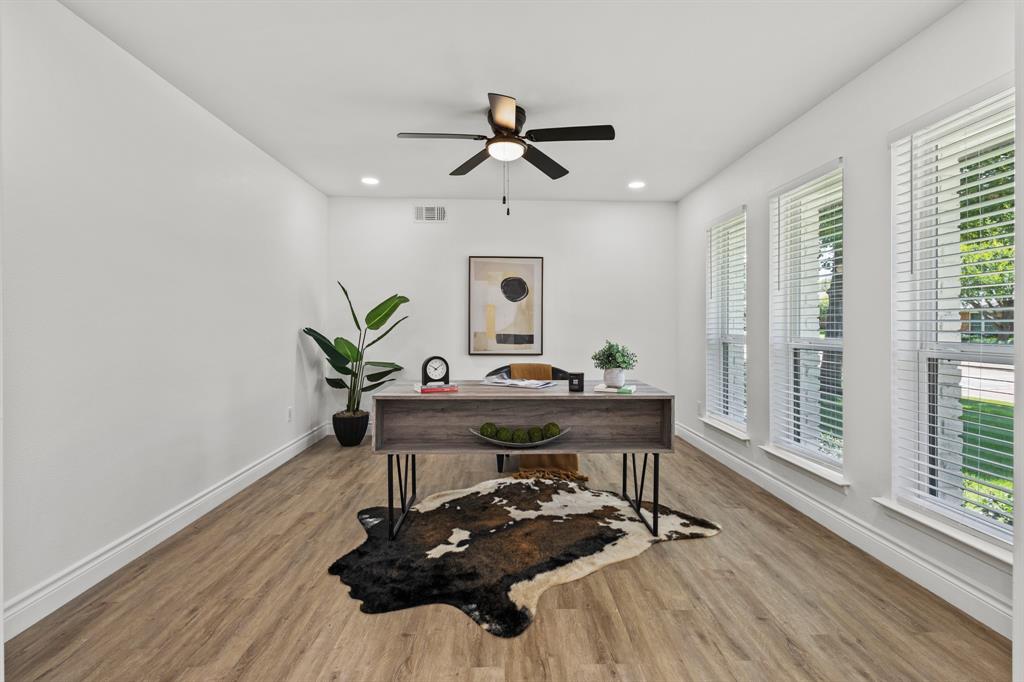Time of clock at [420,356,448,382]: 10:08
